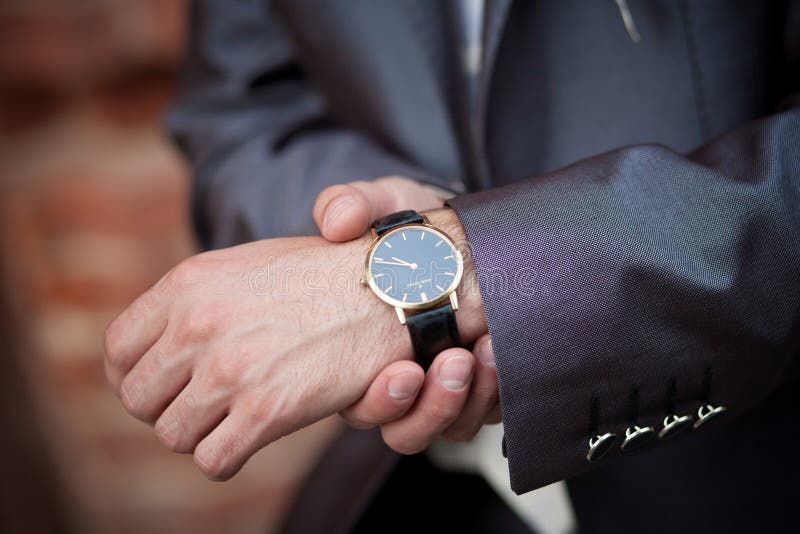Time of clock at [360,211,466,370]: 9:44
